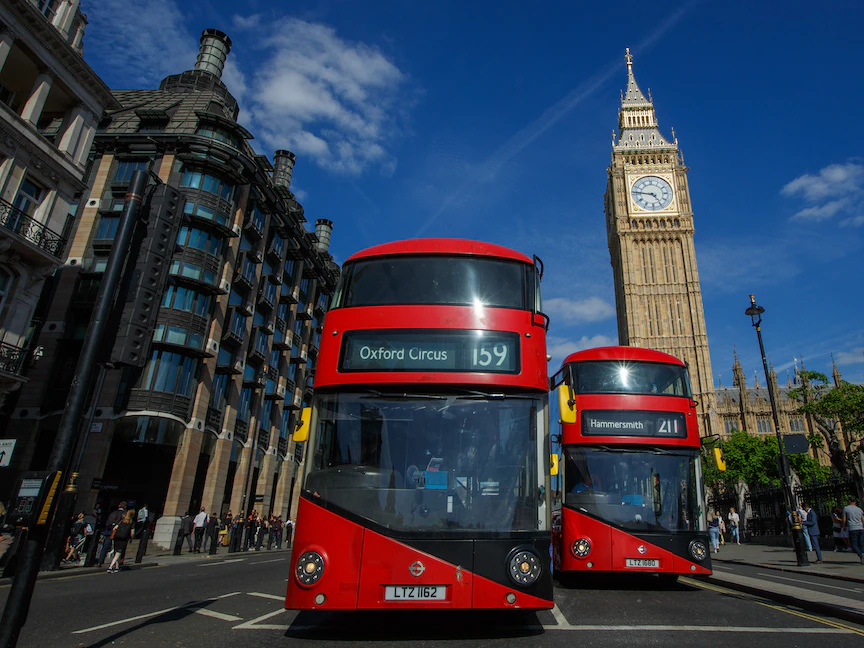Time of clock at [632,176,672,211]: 4:46
